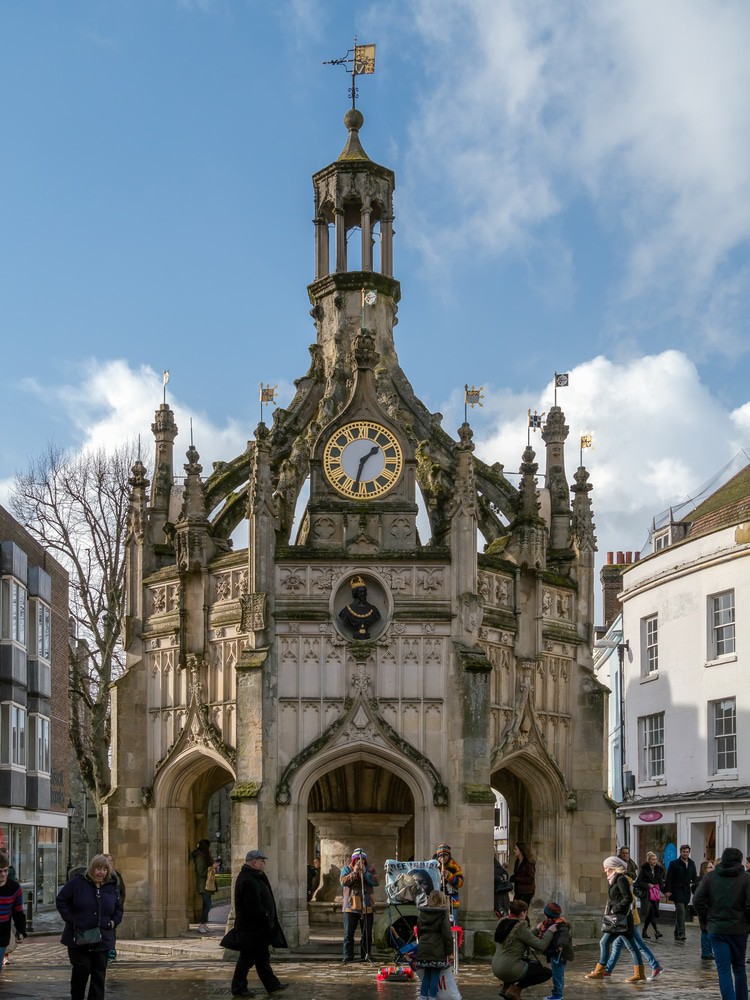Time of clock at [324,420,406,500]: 1:32
